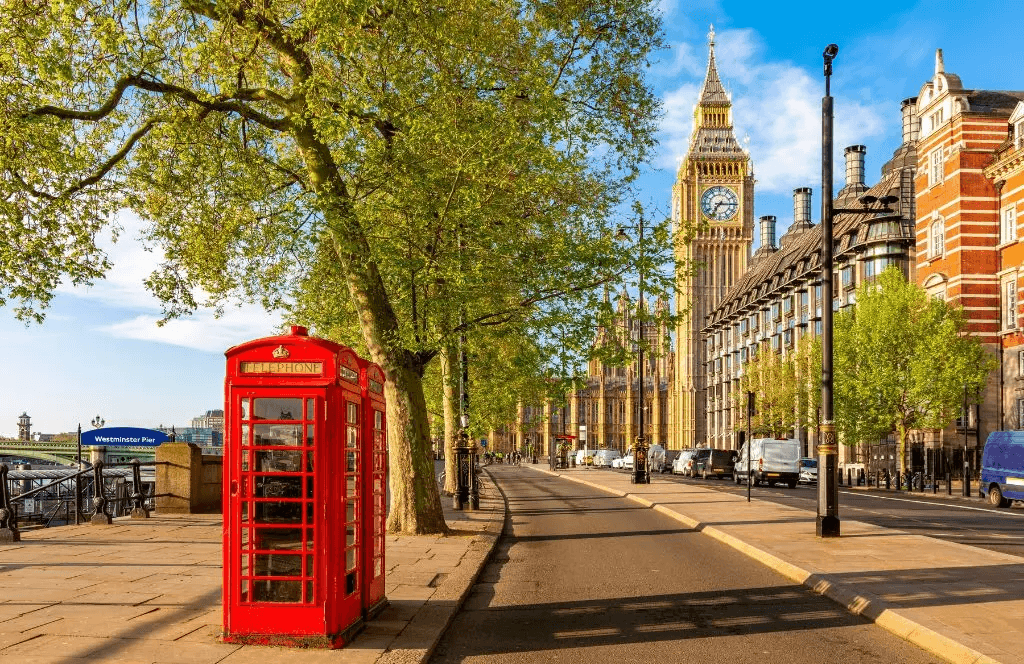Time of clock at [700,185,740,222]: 7:15
